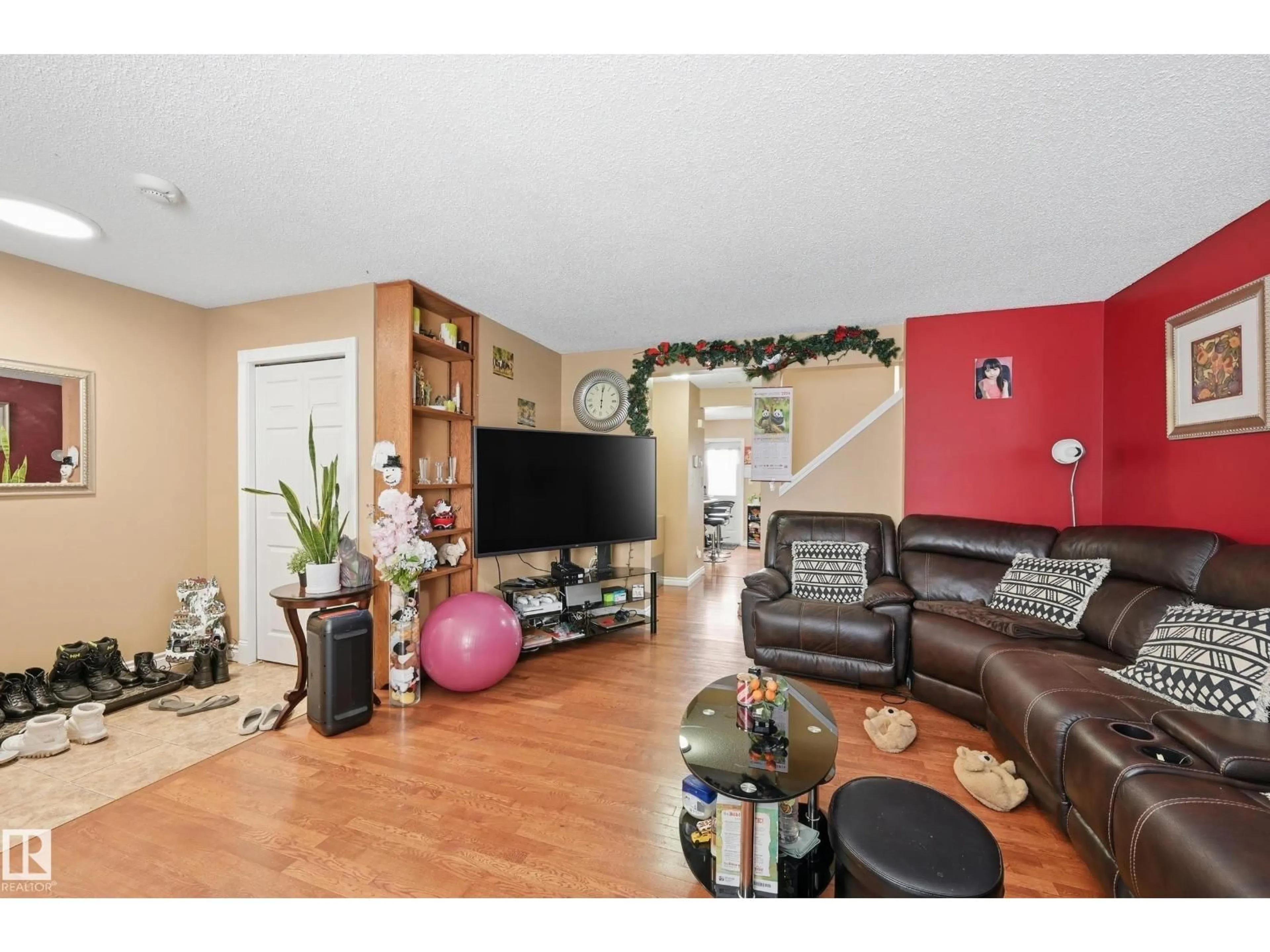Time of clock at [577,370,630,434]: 6:00
